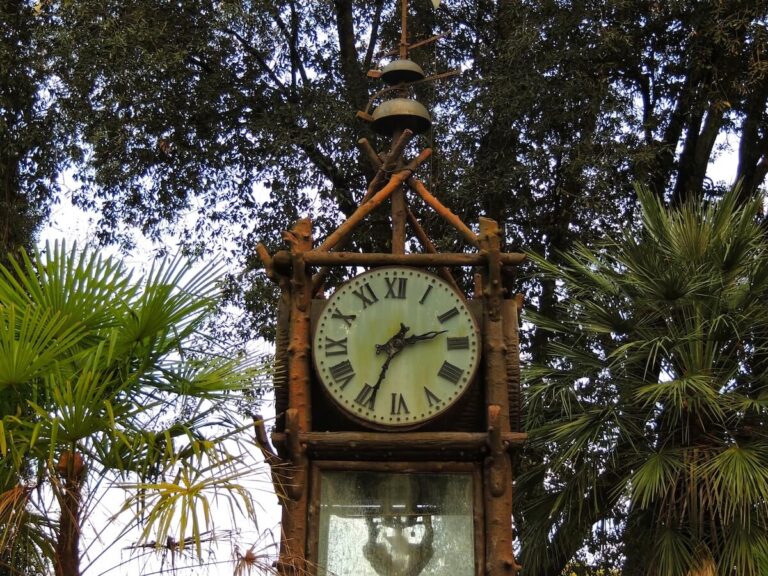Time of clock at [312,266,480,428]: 2:34
